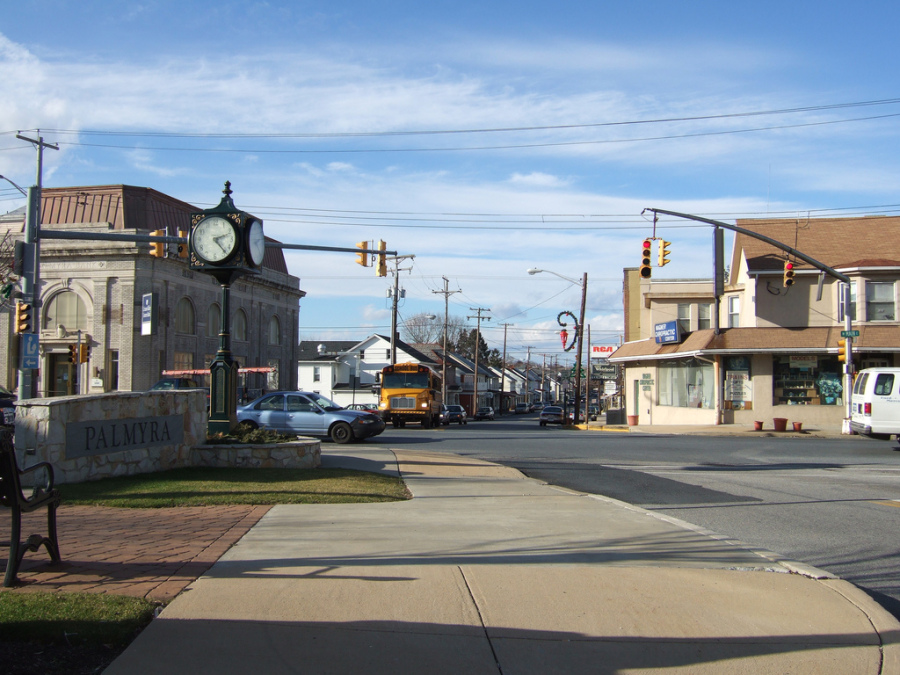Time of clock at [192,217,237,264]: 2:23
